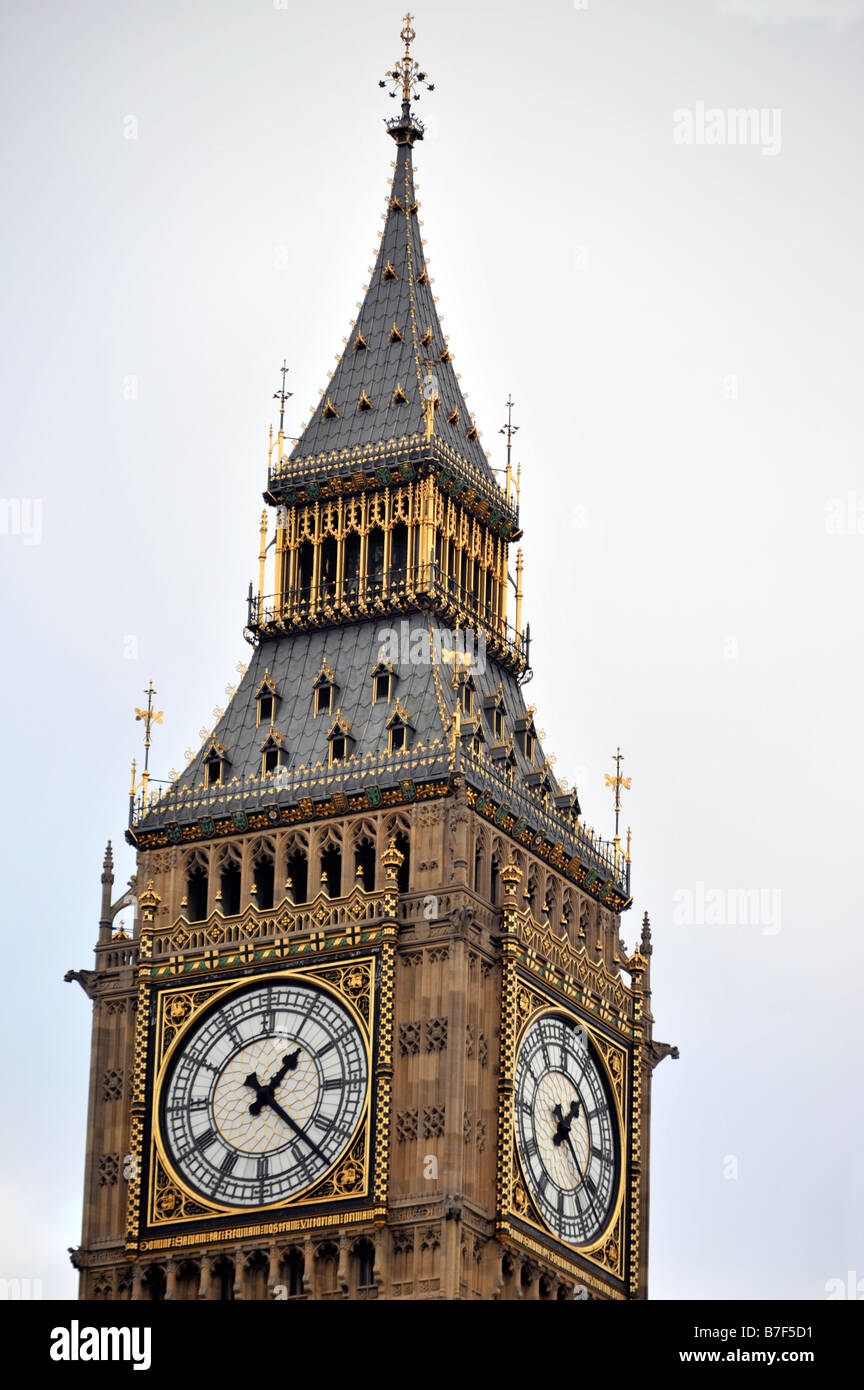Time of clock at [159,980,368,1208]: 1:22
